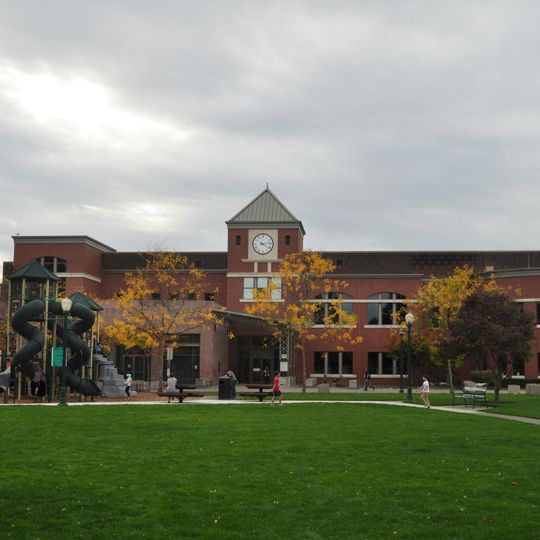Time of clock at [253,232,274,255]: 4:13
